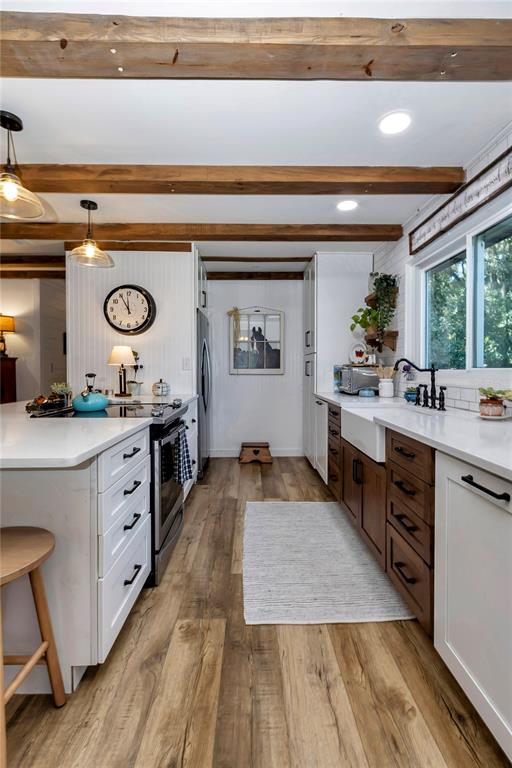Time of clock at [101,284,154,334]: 11:55
